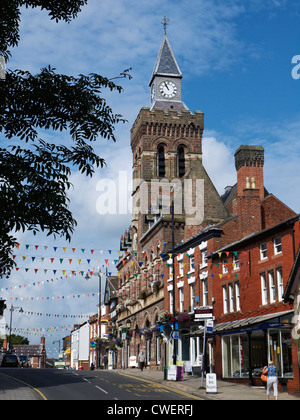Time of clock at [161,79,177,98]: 10:55
